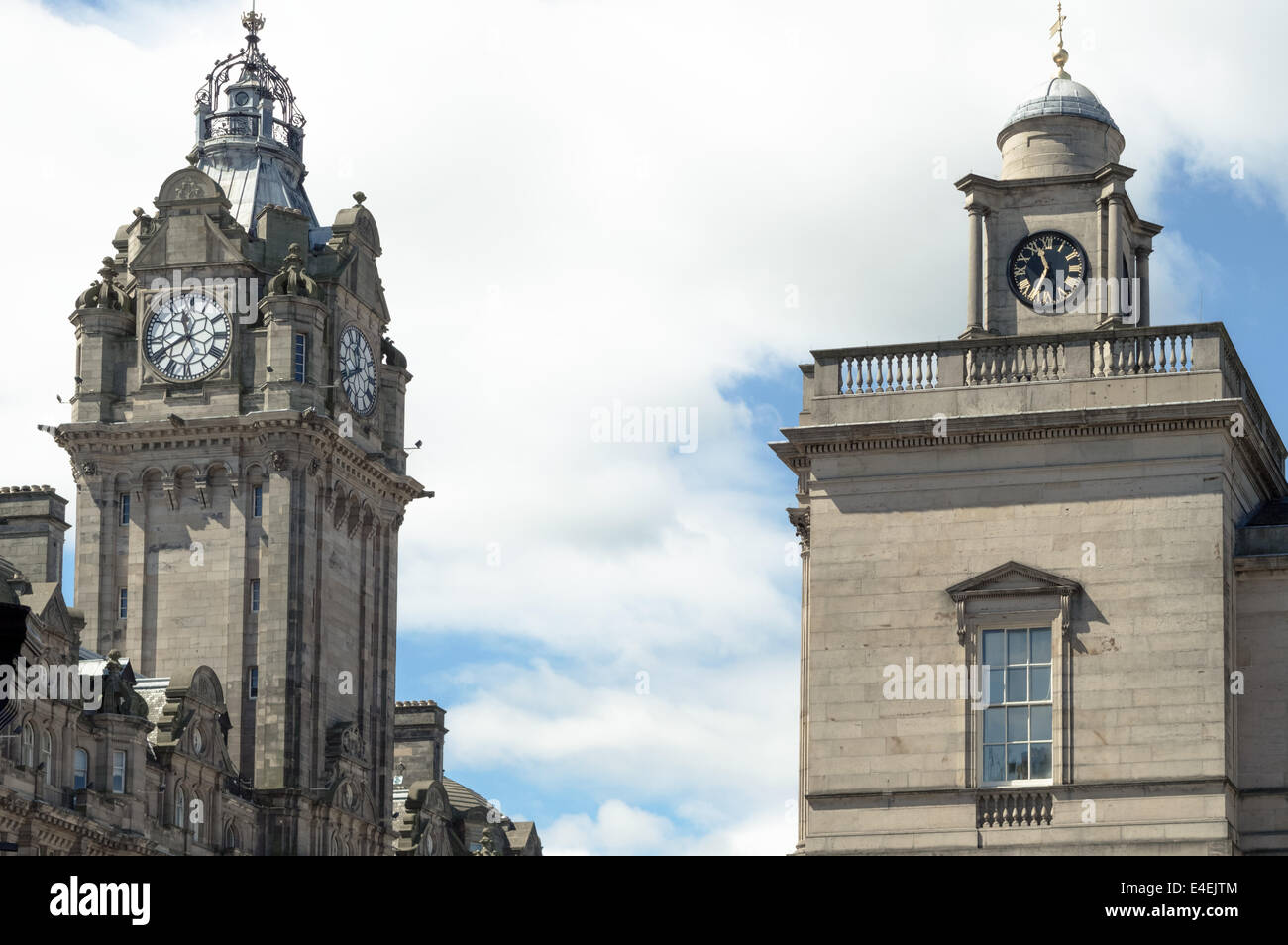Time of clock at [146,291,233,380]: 11:40
